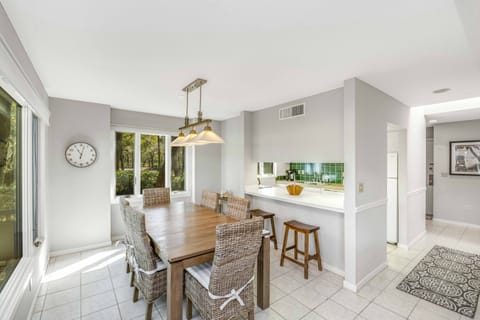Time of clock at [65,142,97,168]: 11:02
